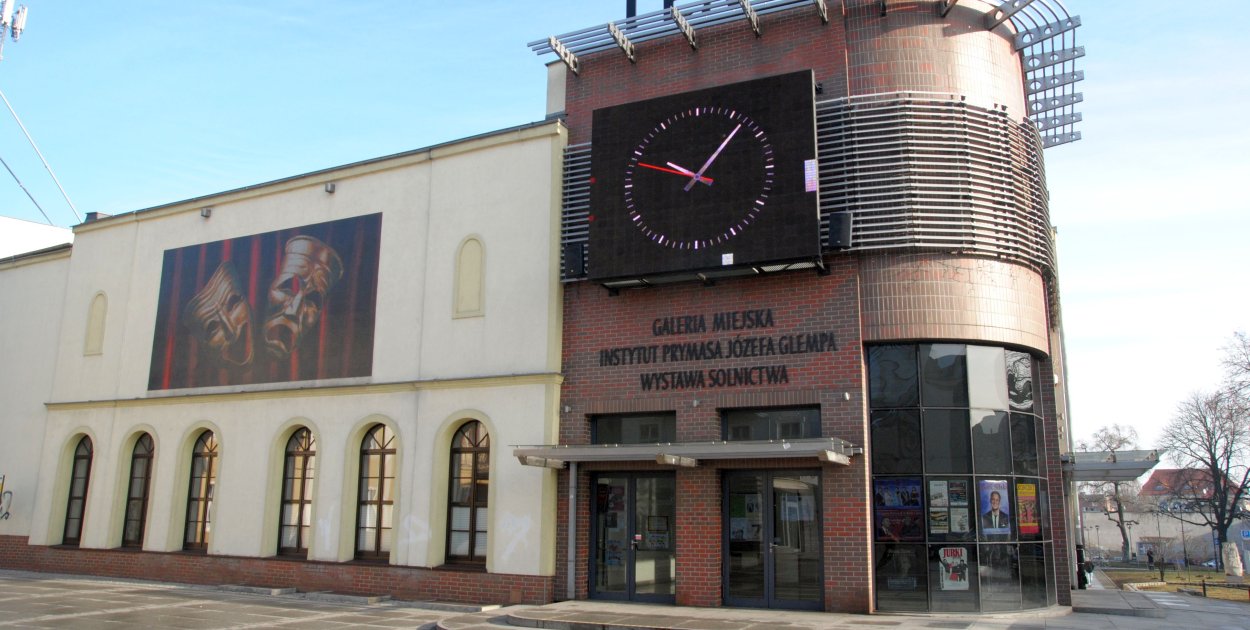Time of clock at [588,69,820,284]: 10:07
